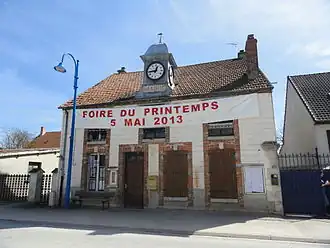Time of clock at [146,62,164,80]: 12:44
